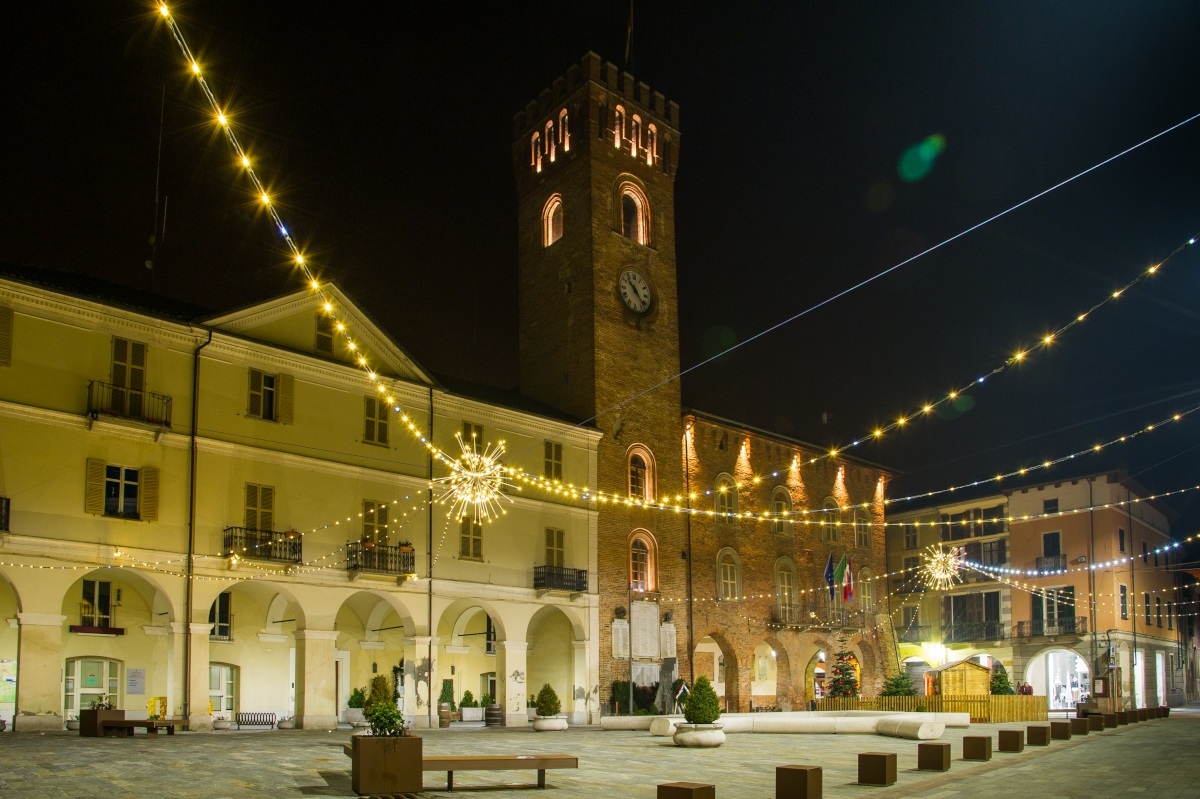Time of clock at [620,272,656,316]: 10:23
